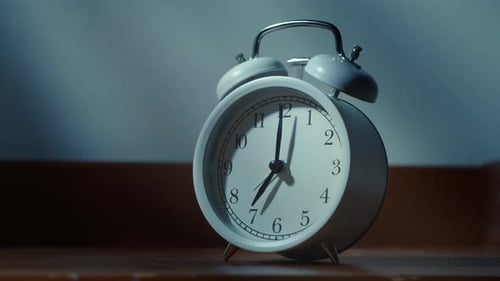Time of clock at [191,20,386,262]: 7:00
